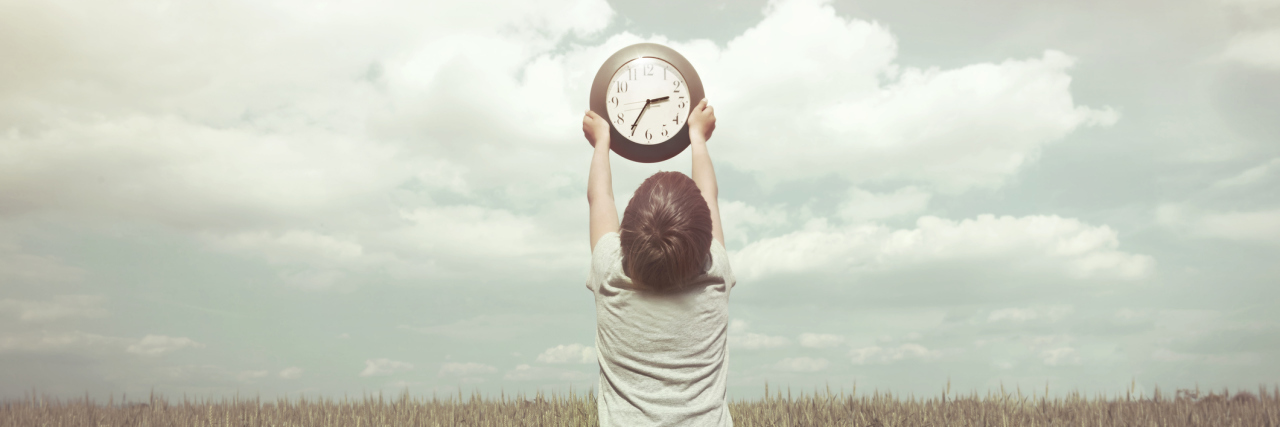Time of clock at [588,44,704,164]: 2:35
